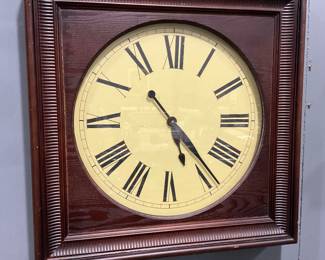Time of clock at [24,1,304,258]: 5:23
